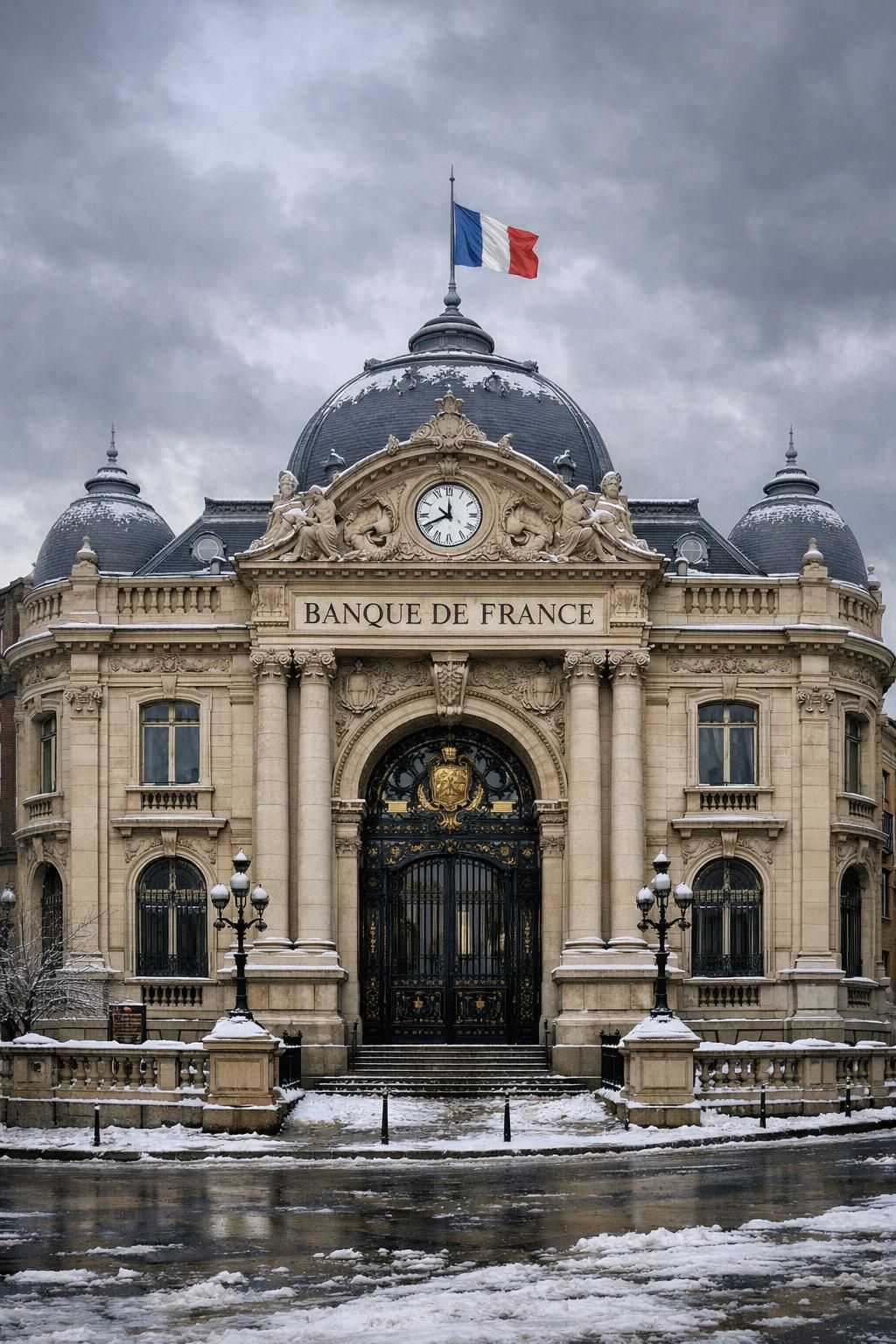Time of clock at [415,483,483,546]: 11:41
